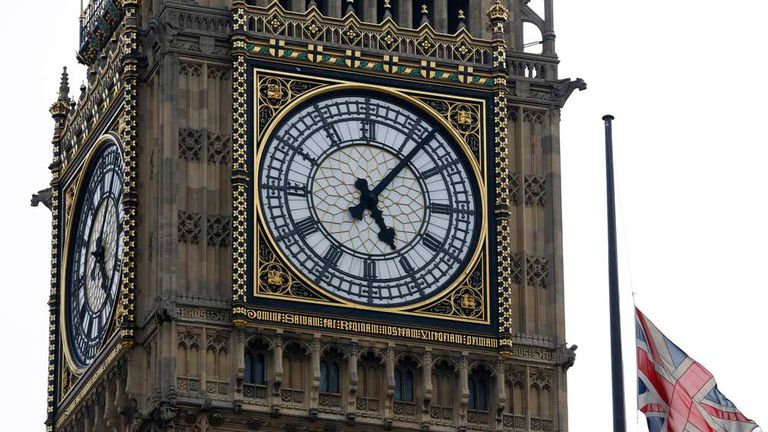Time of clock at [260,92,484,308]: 5:06
